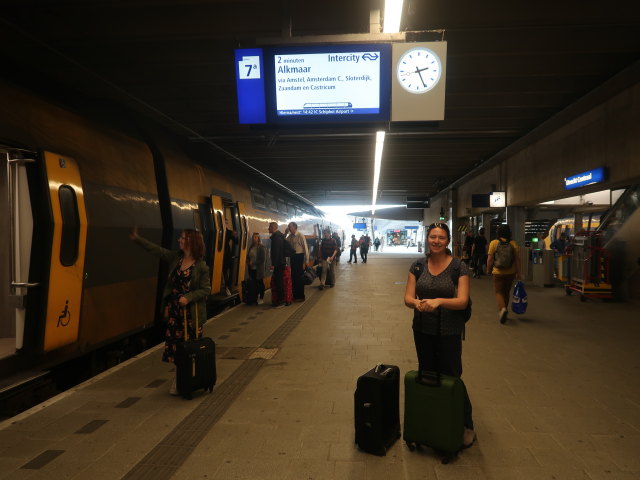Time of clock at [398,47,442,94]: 2:25
